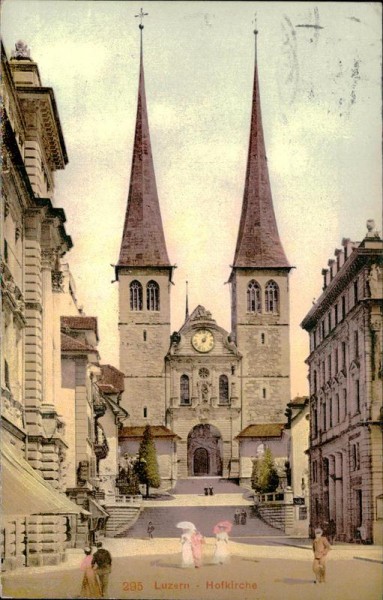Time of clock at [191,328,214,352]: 7:04
